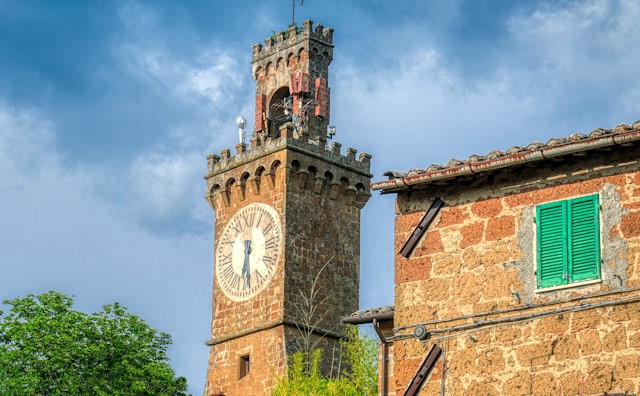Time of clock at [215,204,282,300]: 6:29
